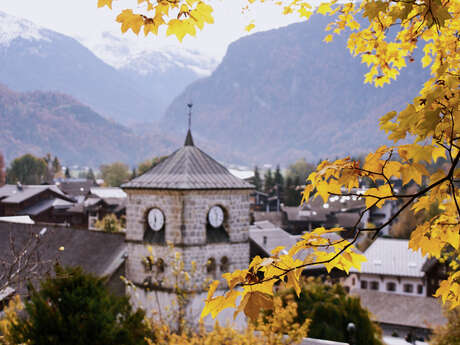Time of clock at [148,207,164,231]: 11:32
